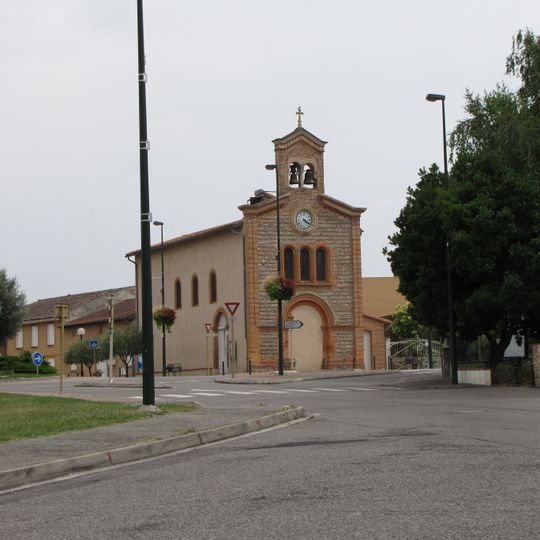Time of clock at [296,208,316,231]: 4:20
